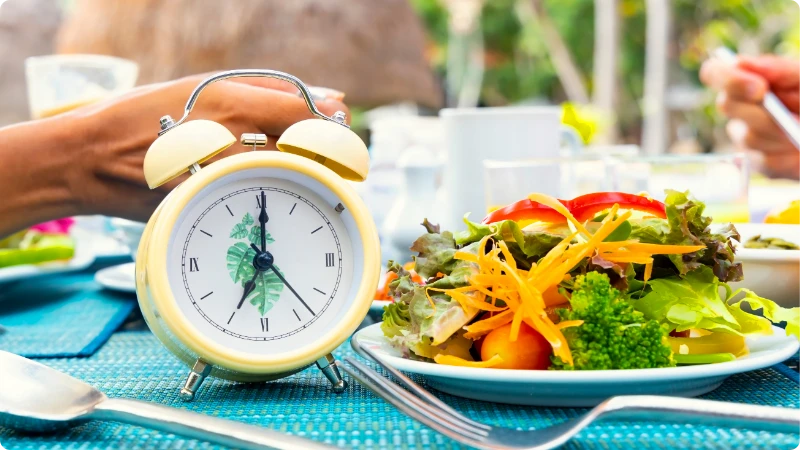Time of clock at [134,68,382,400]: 7:00
